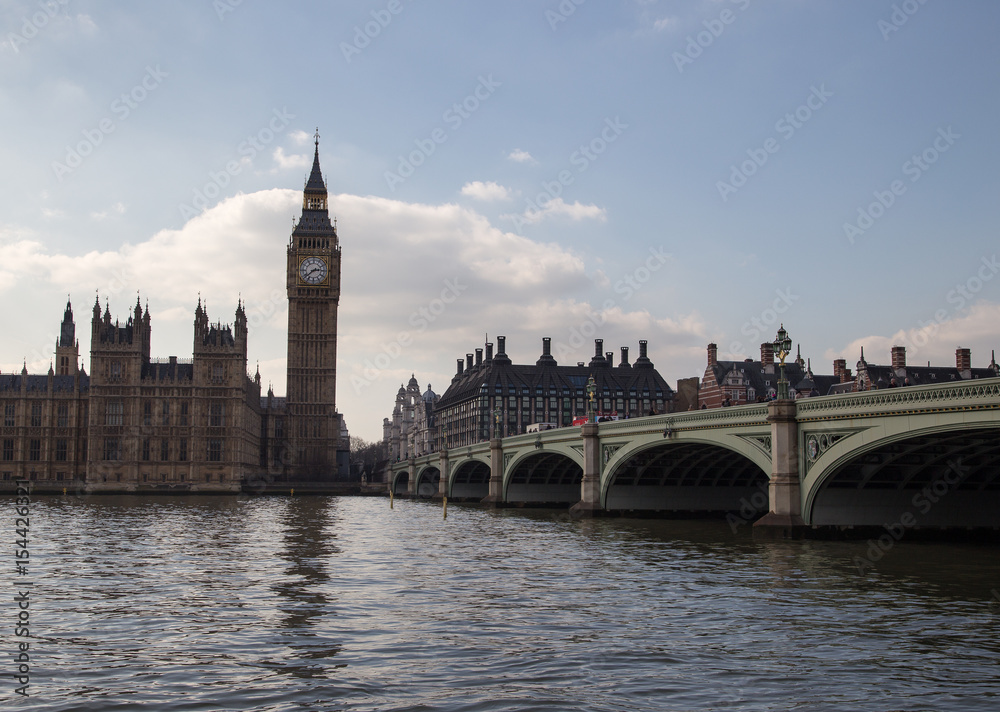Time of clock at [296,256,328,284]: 2:38
